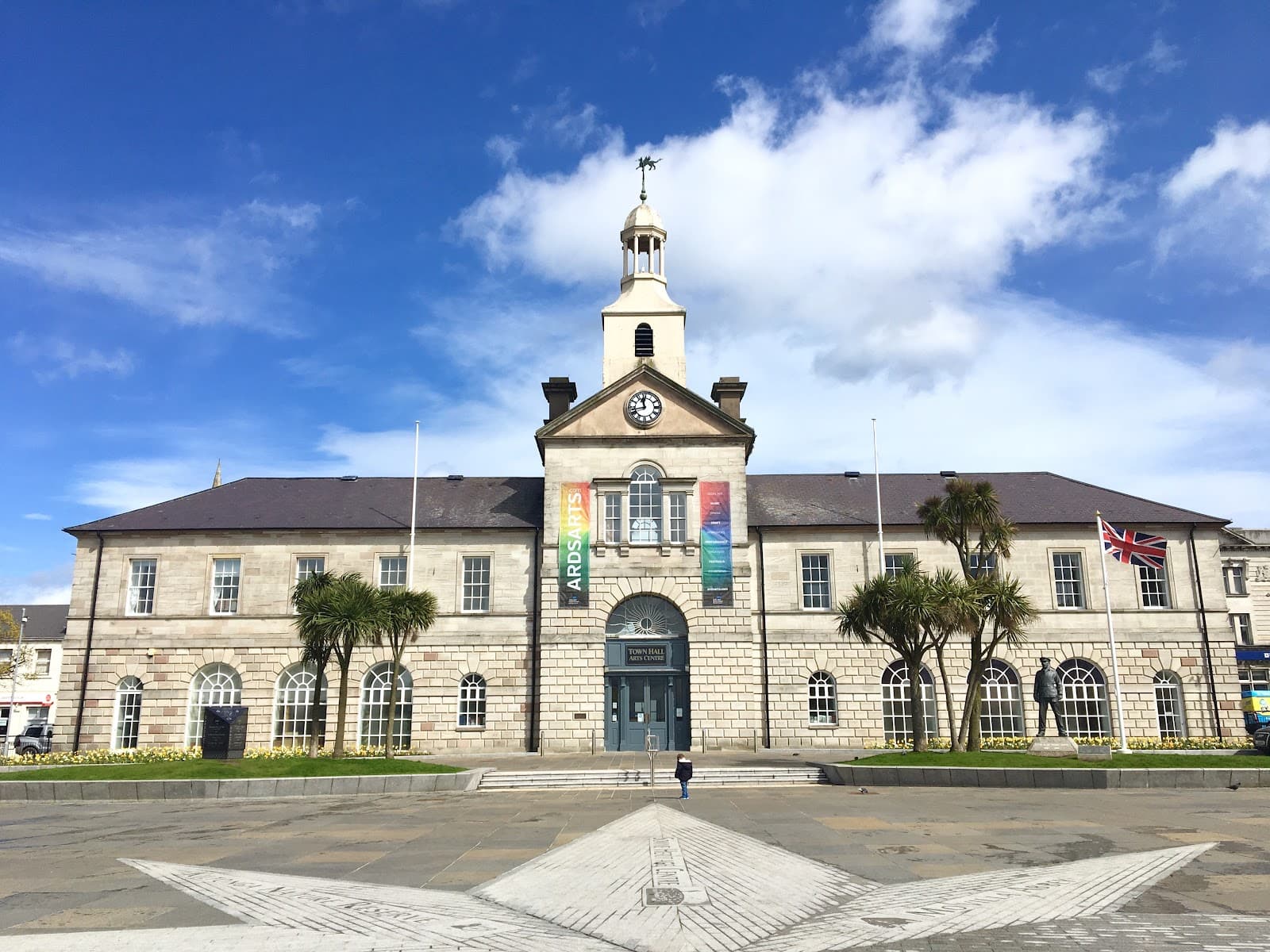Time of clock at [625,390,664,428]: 11:42
